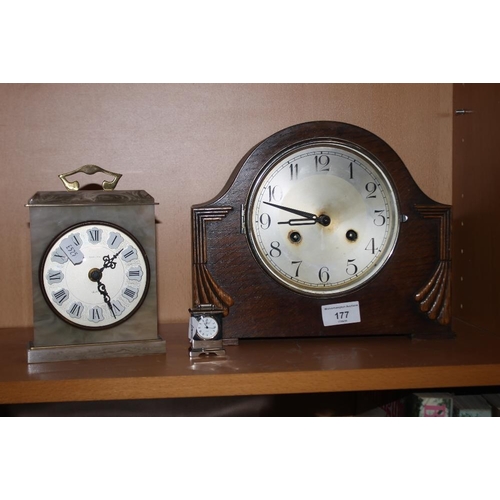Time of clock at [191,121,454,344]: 8:48
